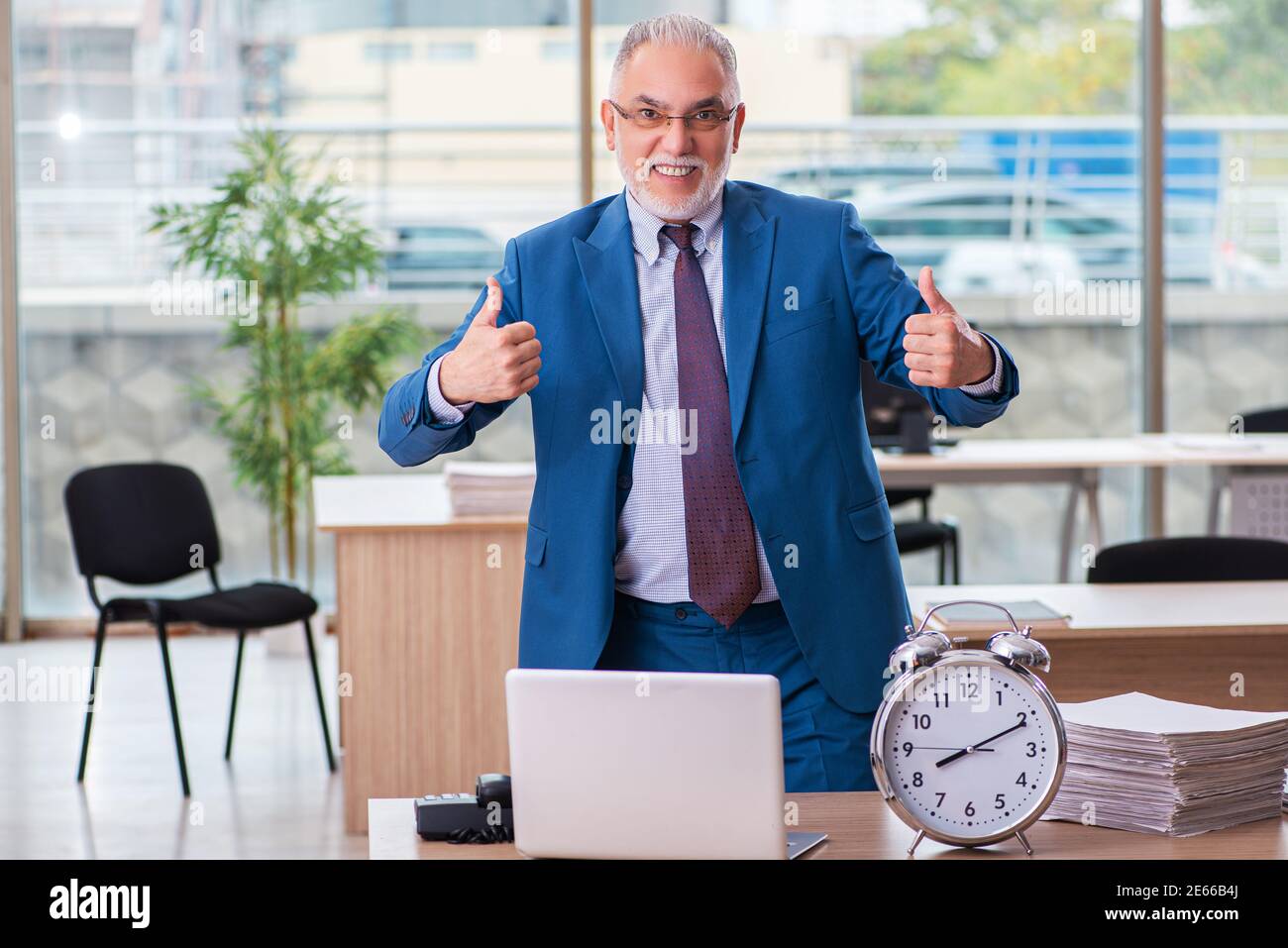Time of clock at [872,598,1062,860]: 8:10
